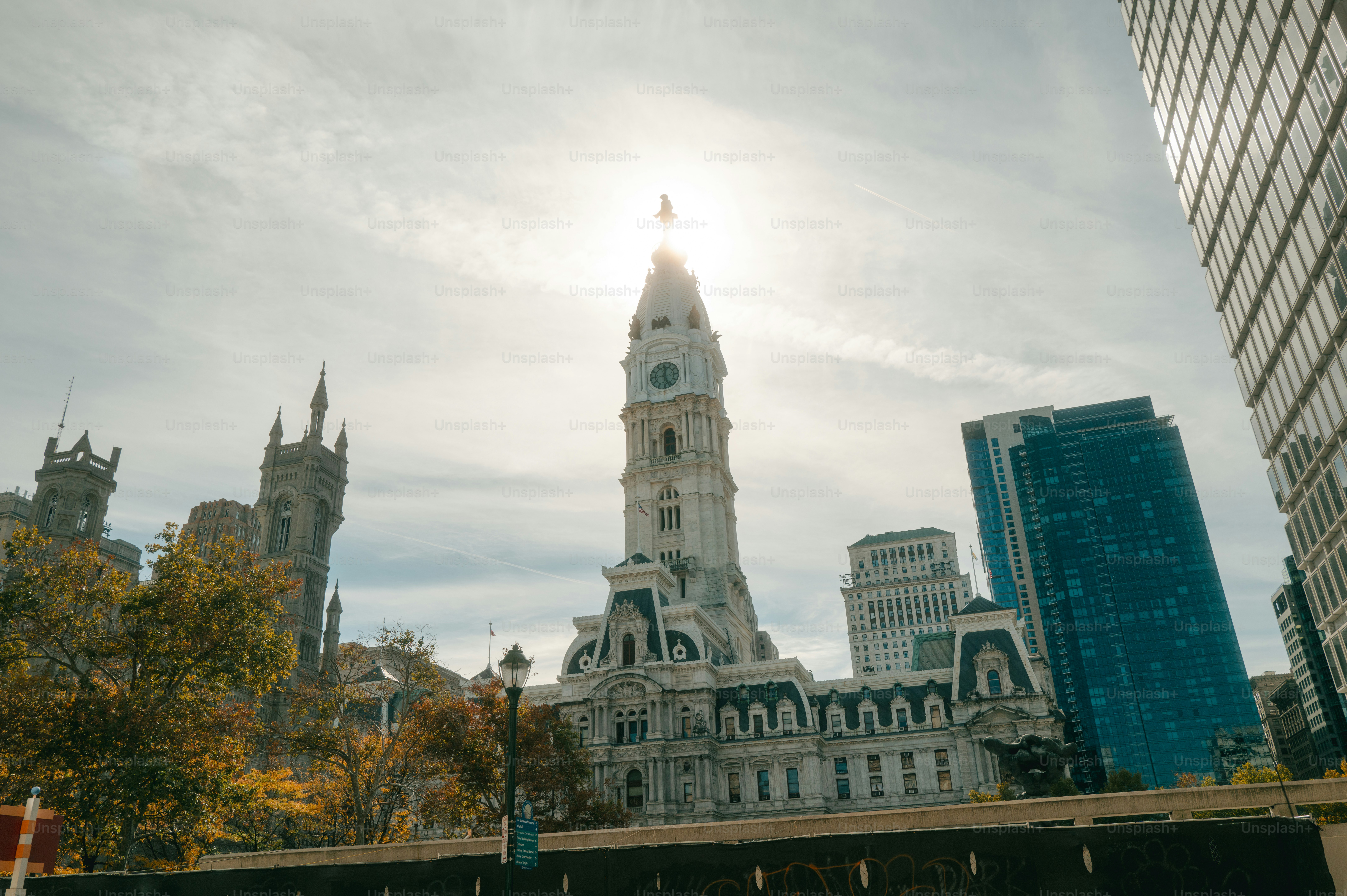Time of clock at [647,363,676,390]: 12:26
